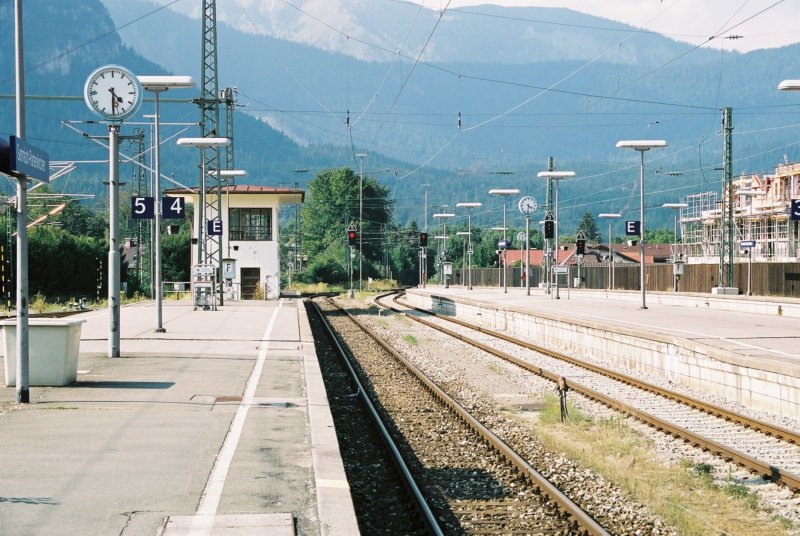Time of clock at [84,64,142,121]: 4:29
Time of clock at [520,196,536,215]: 4:31
